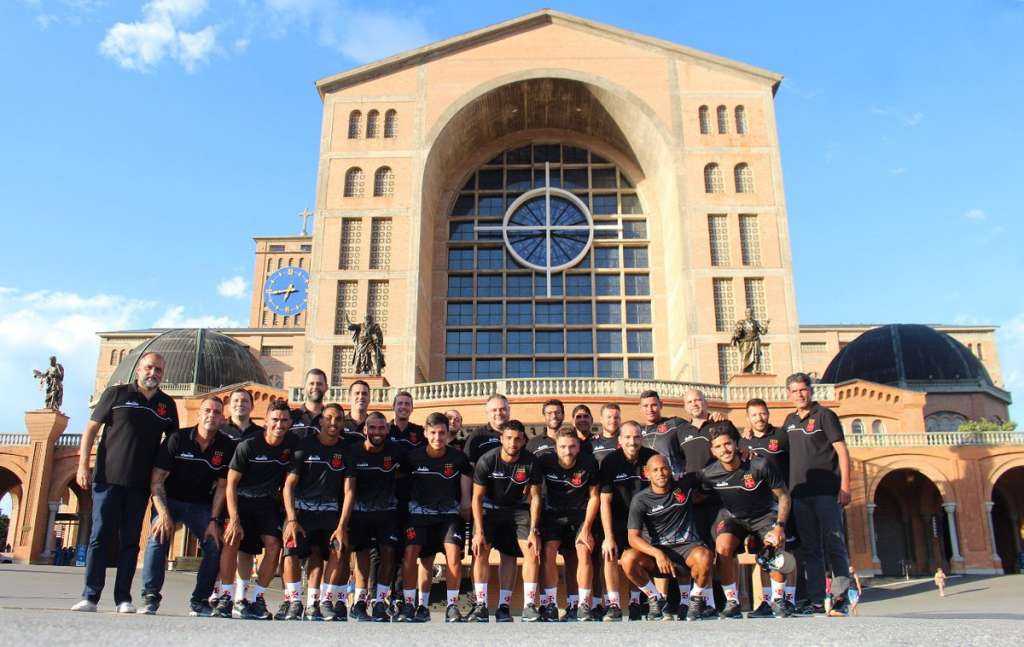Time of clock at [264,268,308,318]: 6:43
